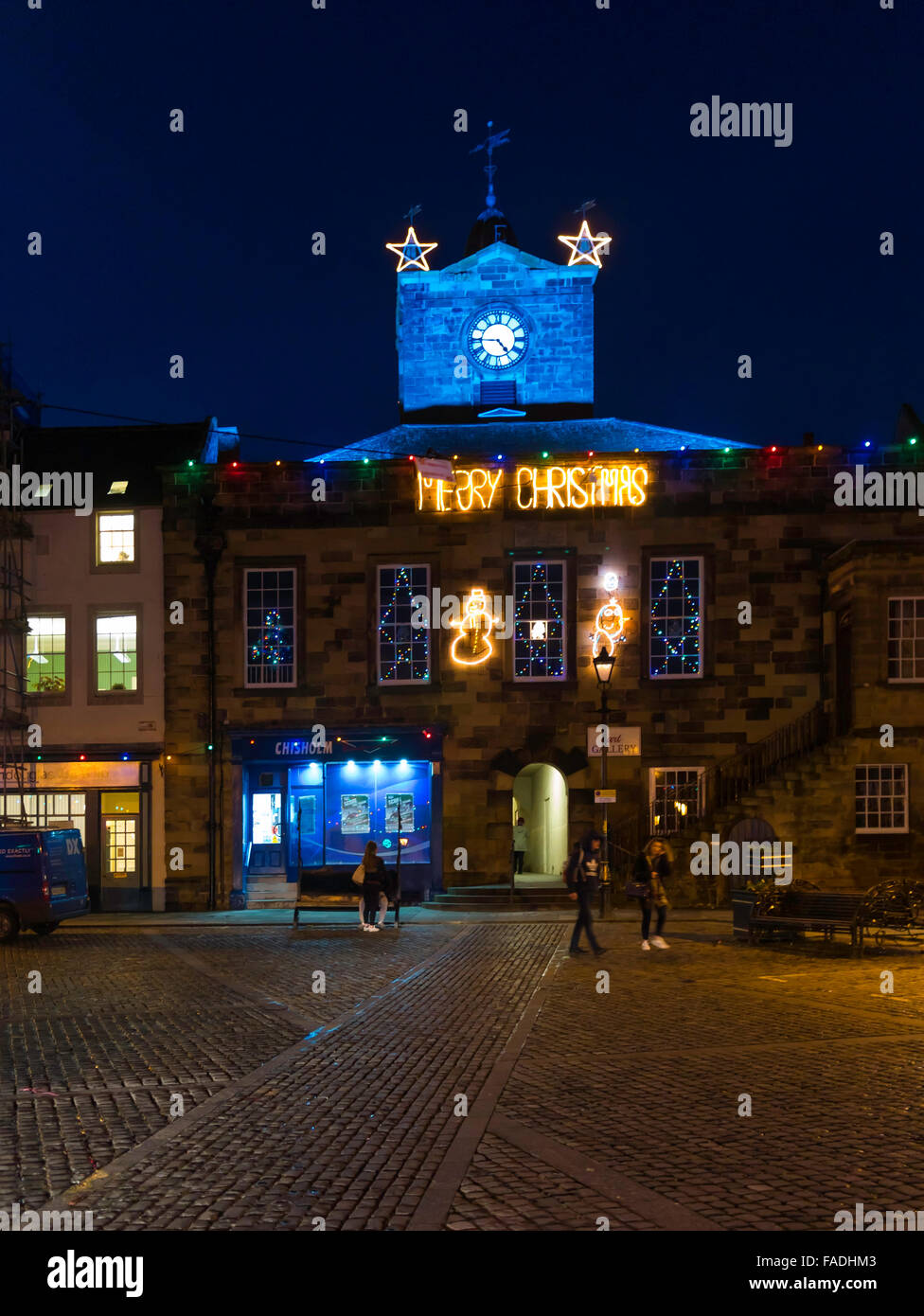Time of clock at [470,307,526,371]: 4:44
